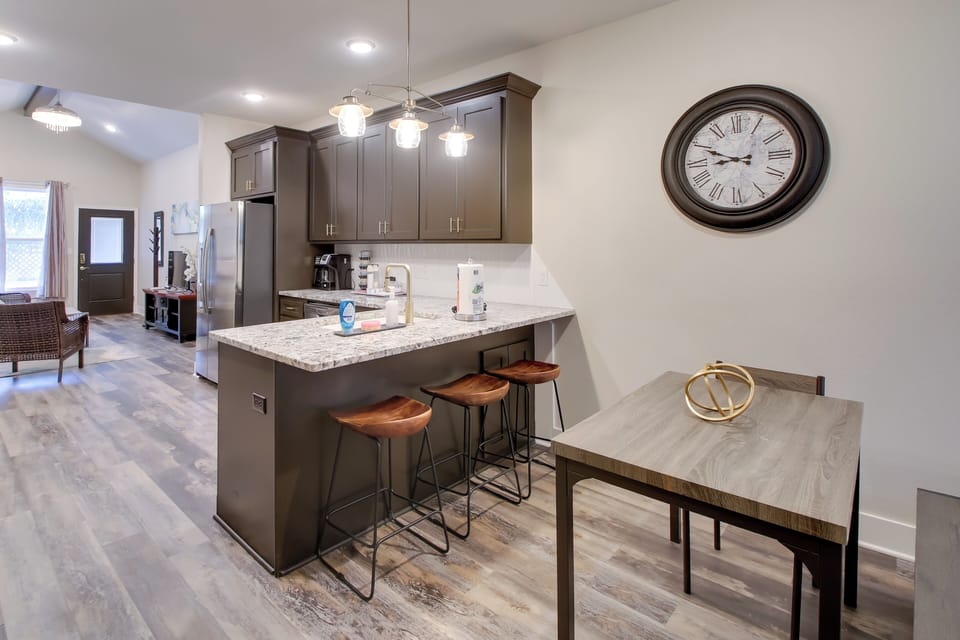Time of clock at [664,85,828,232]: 8:49
